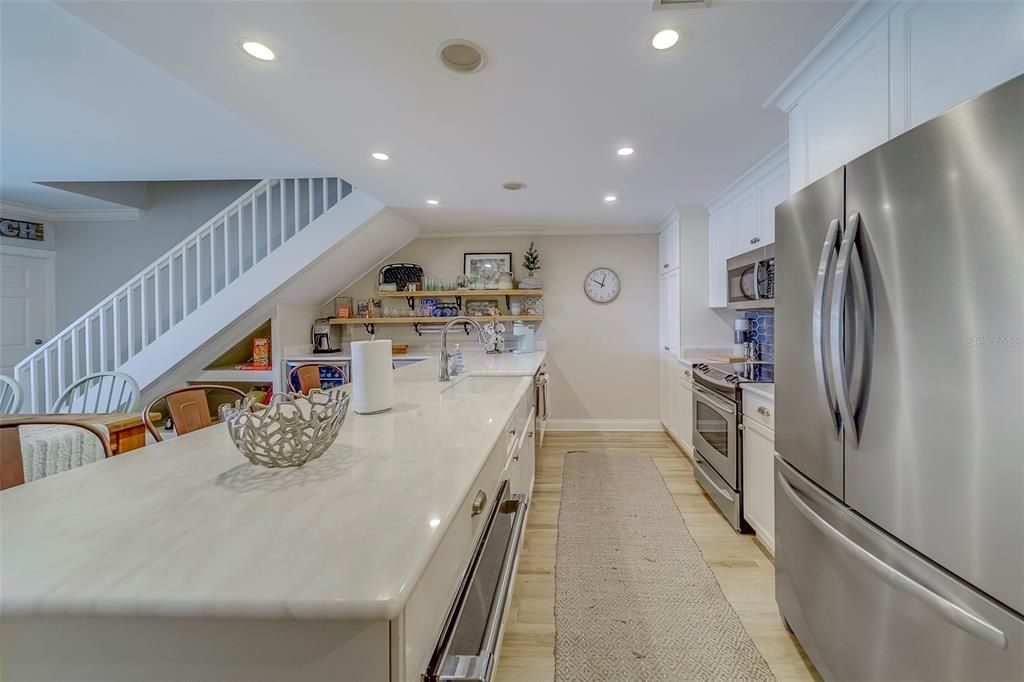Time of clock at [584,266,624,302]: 10:02
